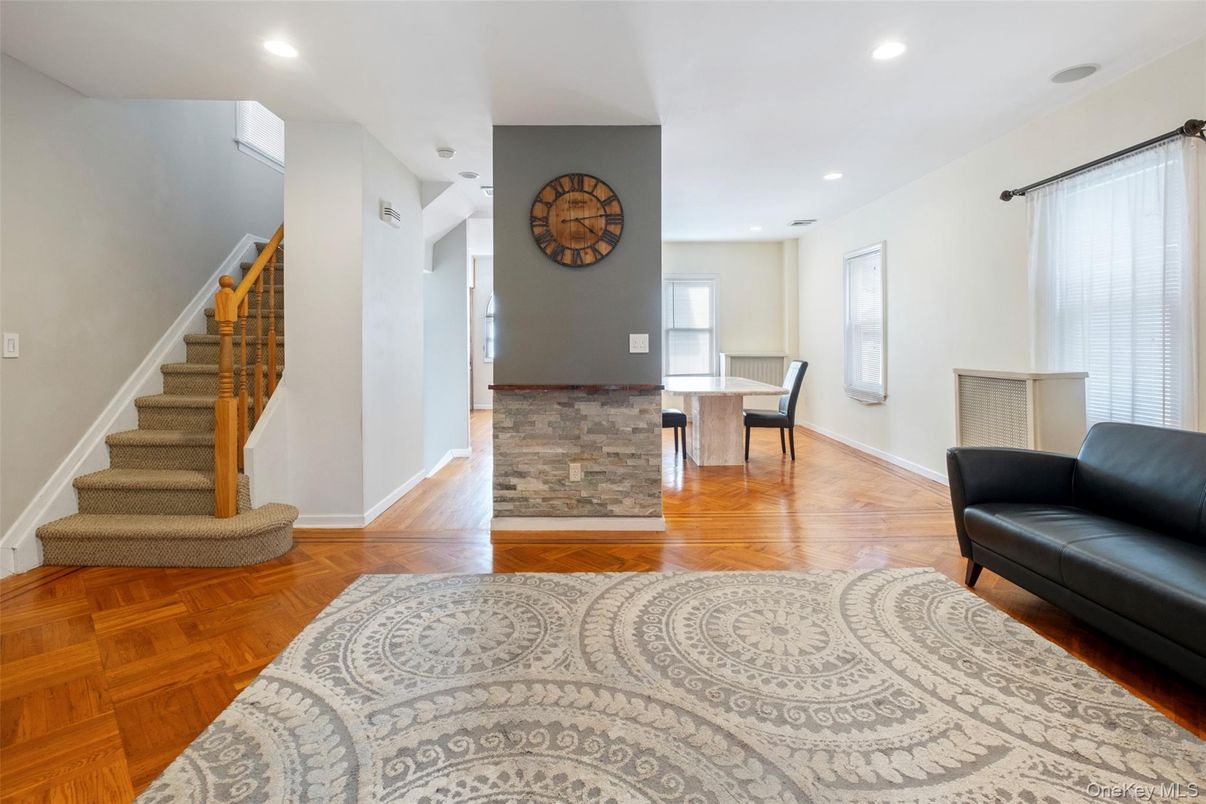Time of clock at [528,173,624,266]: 4:13
